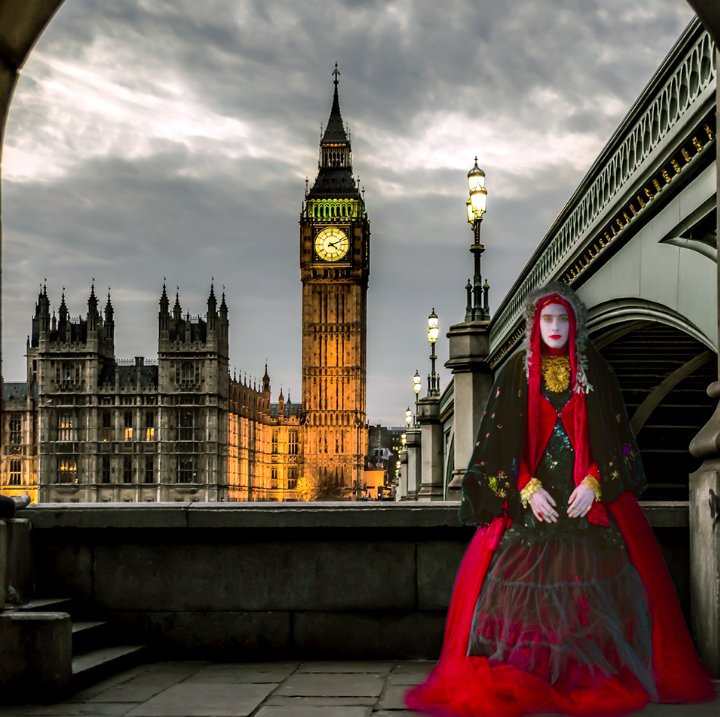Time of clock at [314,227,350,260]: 4:11
